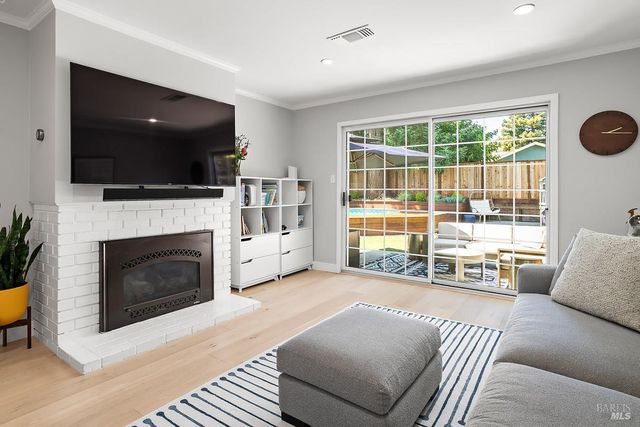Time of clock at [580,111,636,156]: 2:15
